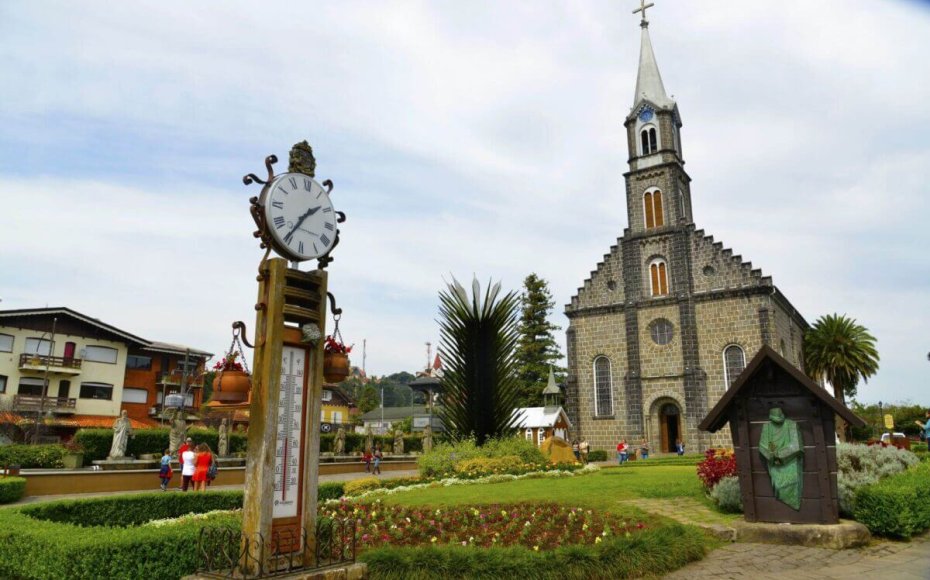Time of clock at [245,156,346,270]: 1:35
